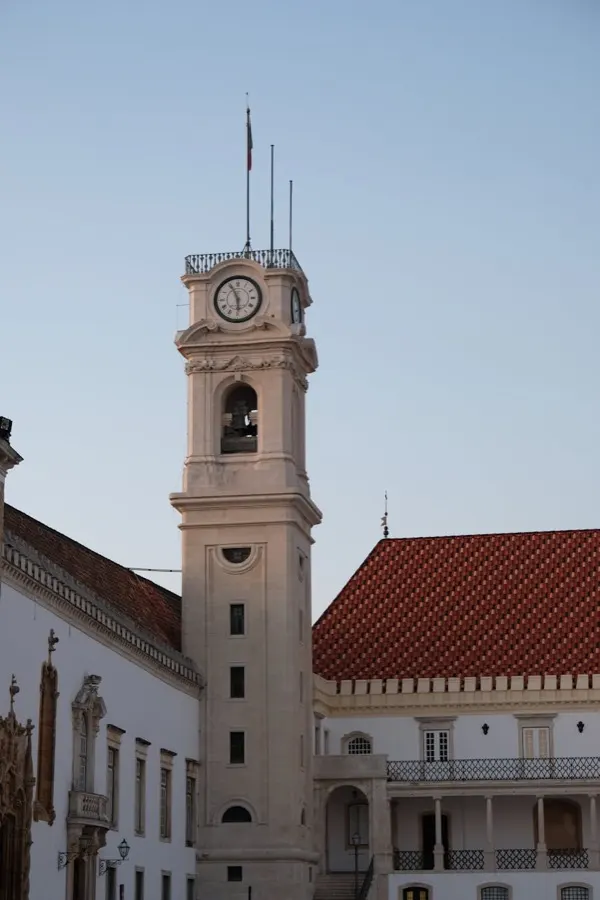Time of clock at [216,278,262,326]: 5:55
